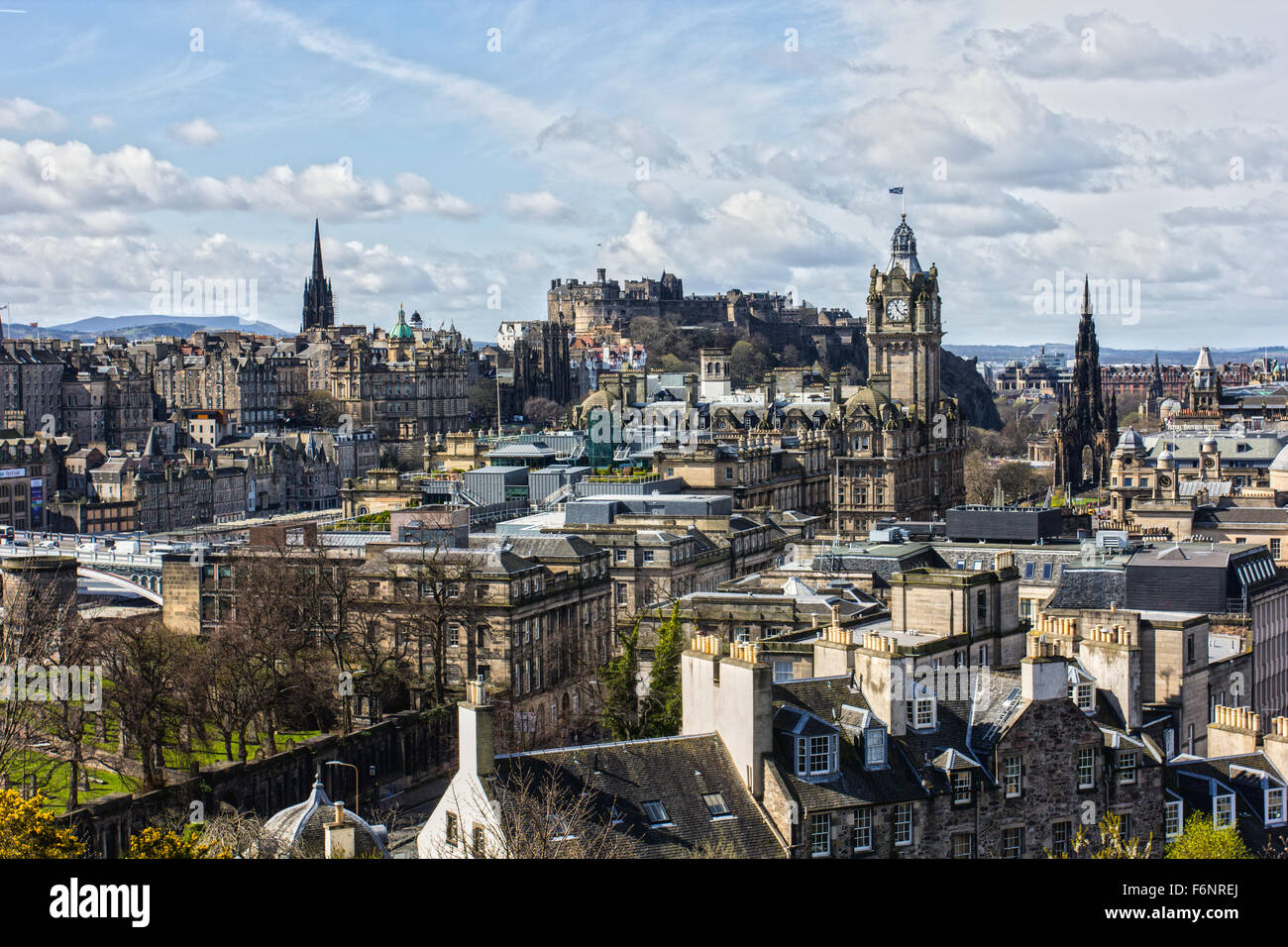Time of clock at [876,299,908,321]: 11:22
